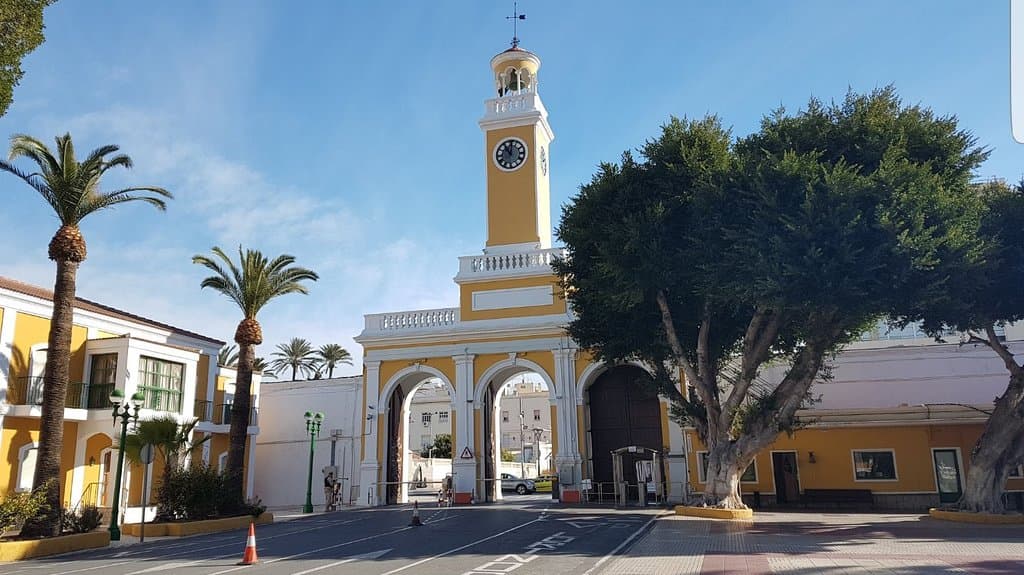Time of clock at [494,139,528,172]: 11:01
